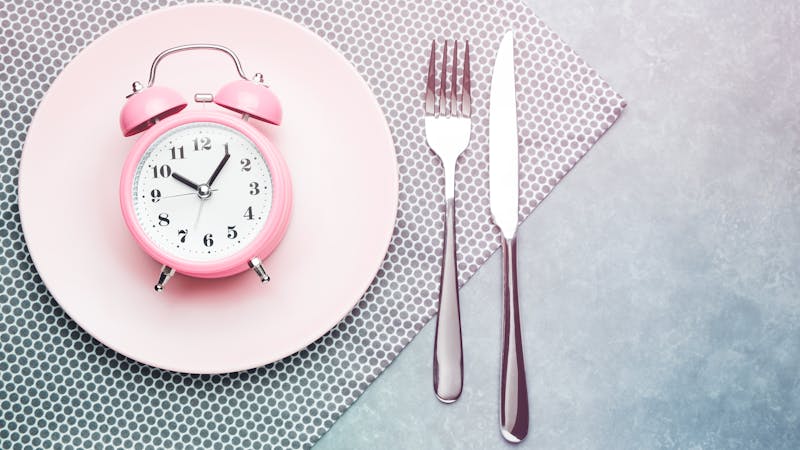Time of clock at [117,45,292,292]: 10:06
